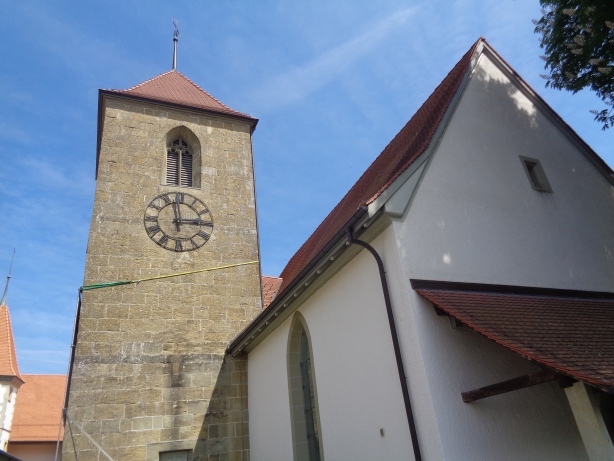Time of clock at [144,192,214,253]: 2:58
